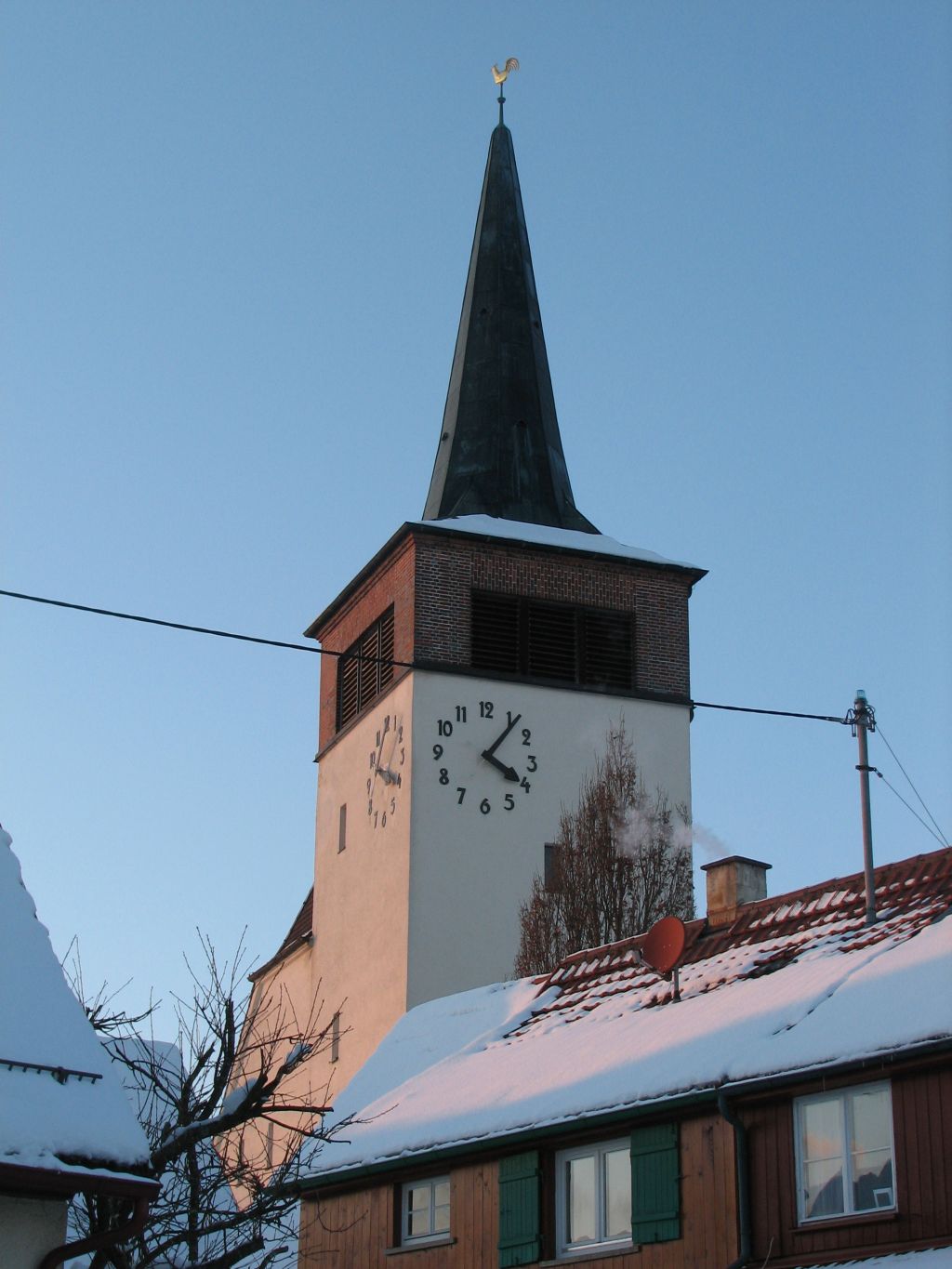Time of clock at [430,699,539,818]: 4:06
